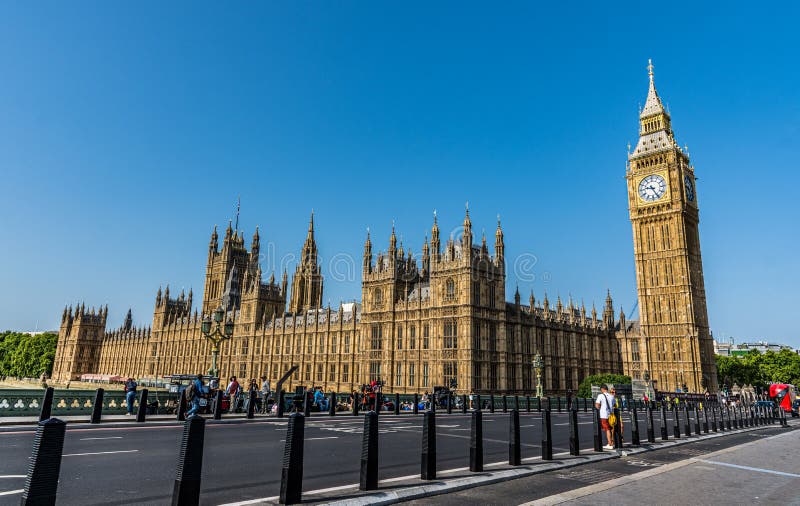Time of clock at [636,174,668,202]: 9:25
